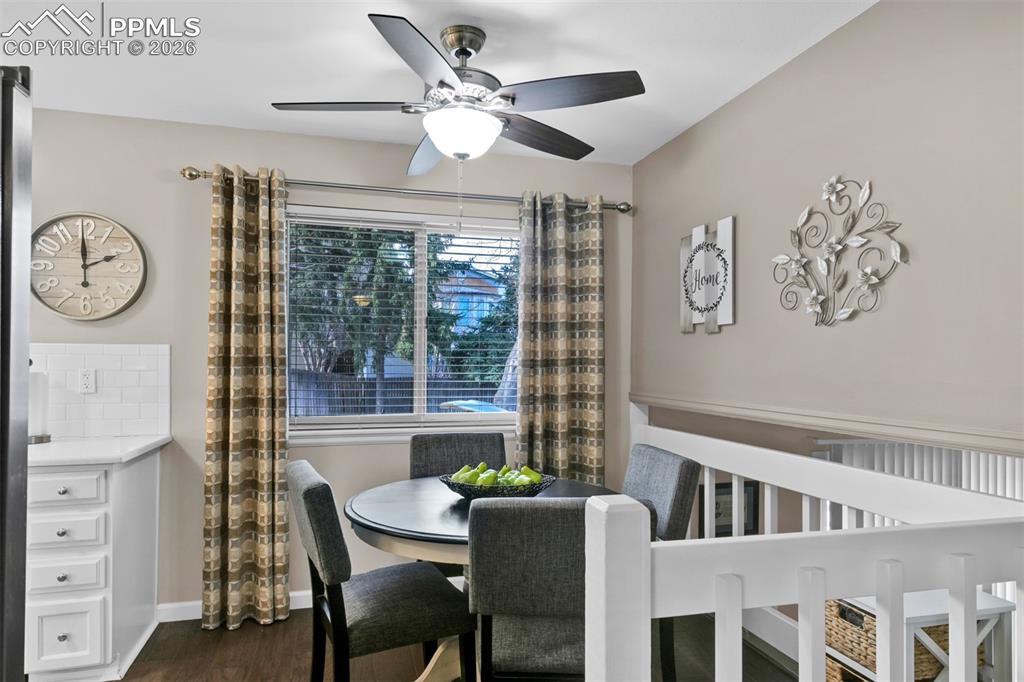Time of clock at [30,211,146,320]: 1:59
